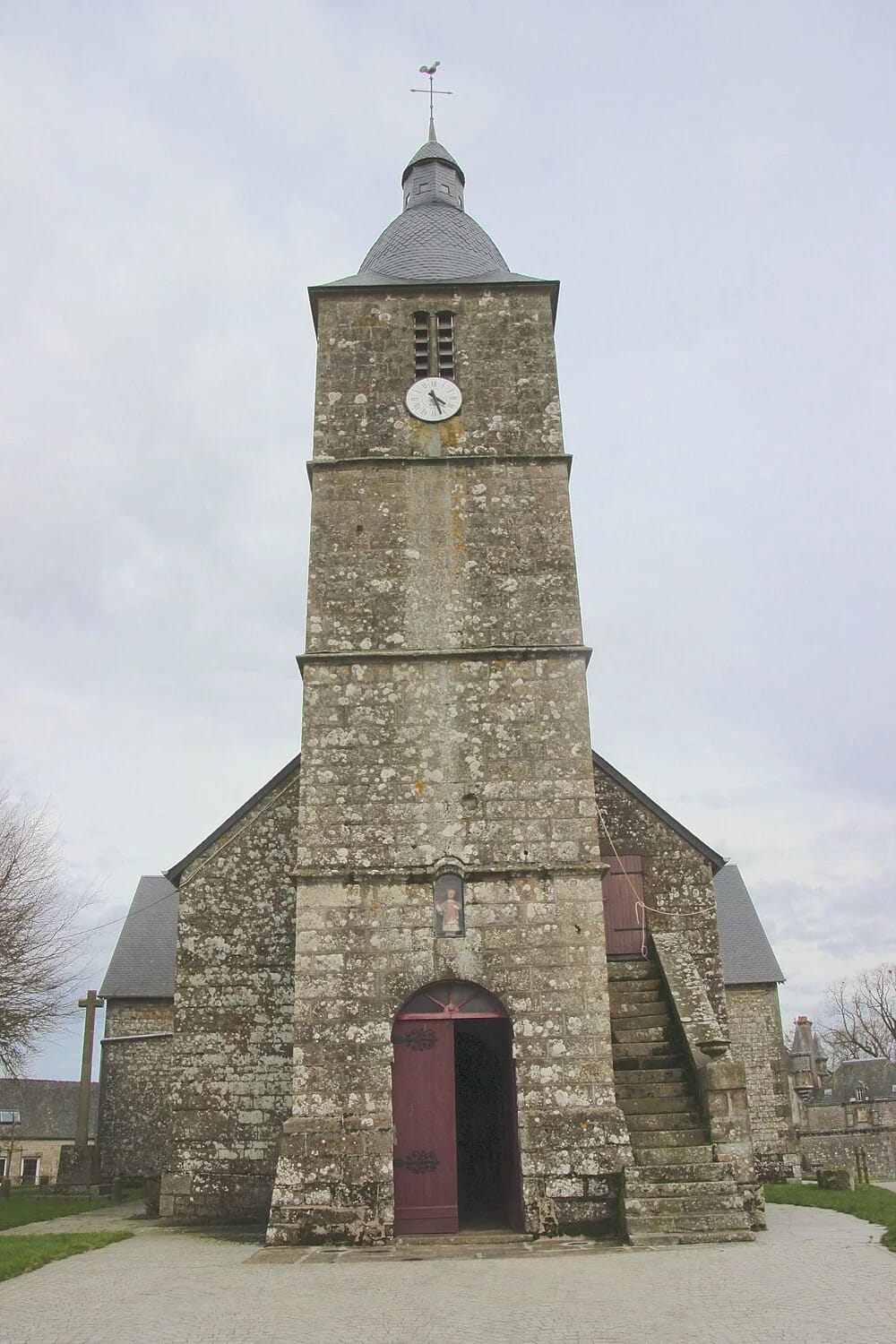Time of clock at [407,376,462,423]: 4:27
